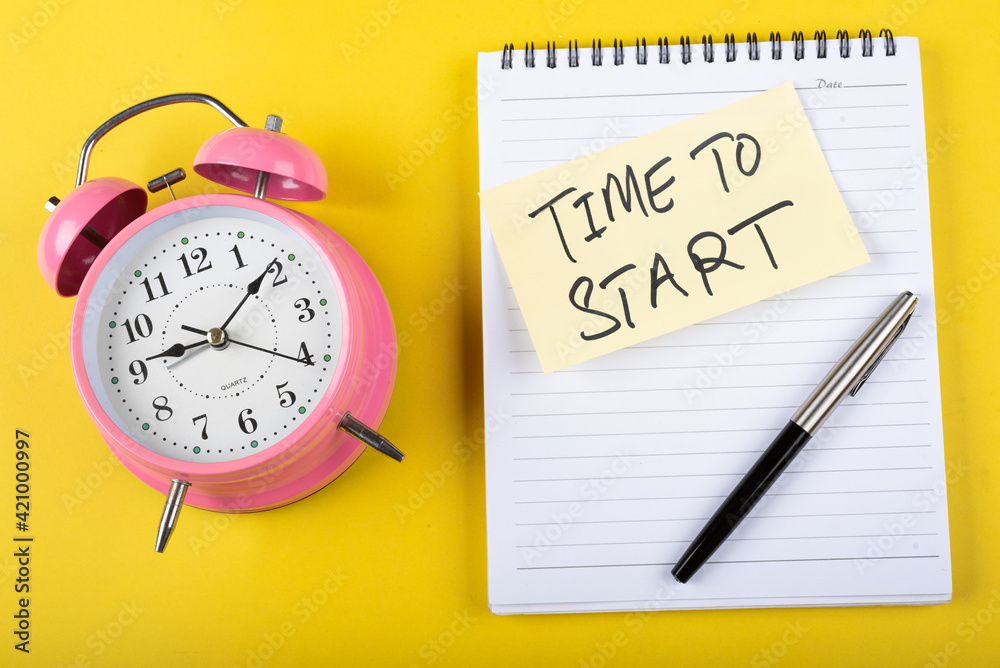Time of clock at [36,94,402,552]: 9:09
